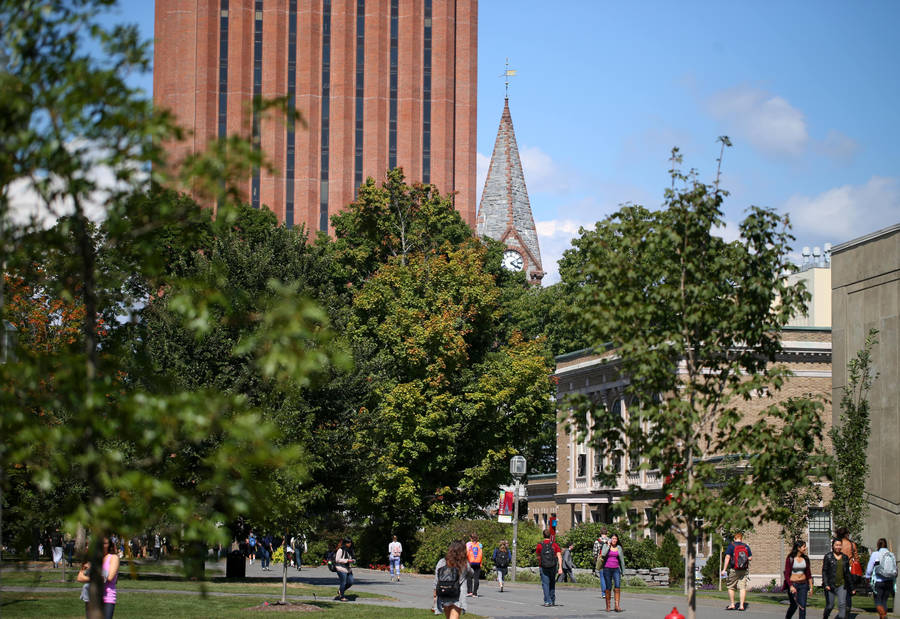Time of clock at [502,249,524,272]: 4:10
